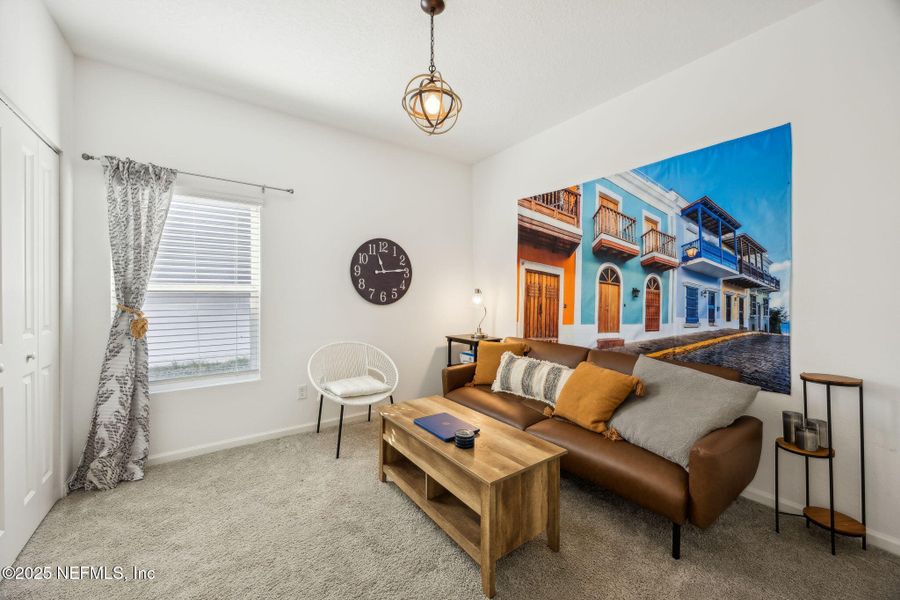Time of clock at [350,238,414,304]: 11:14
